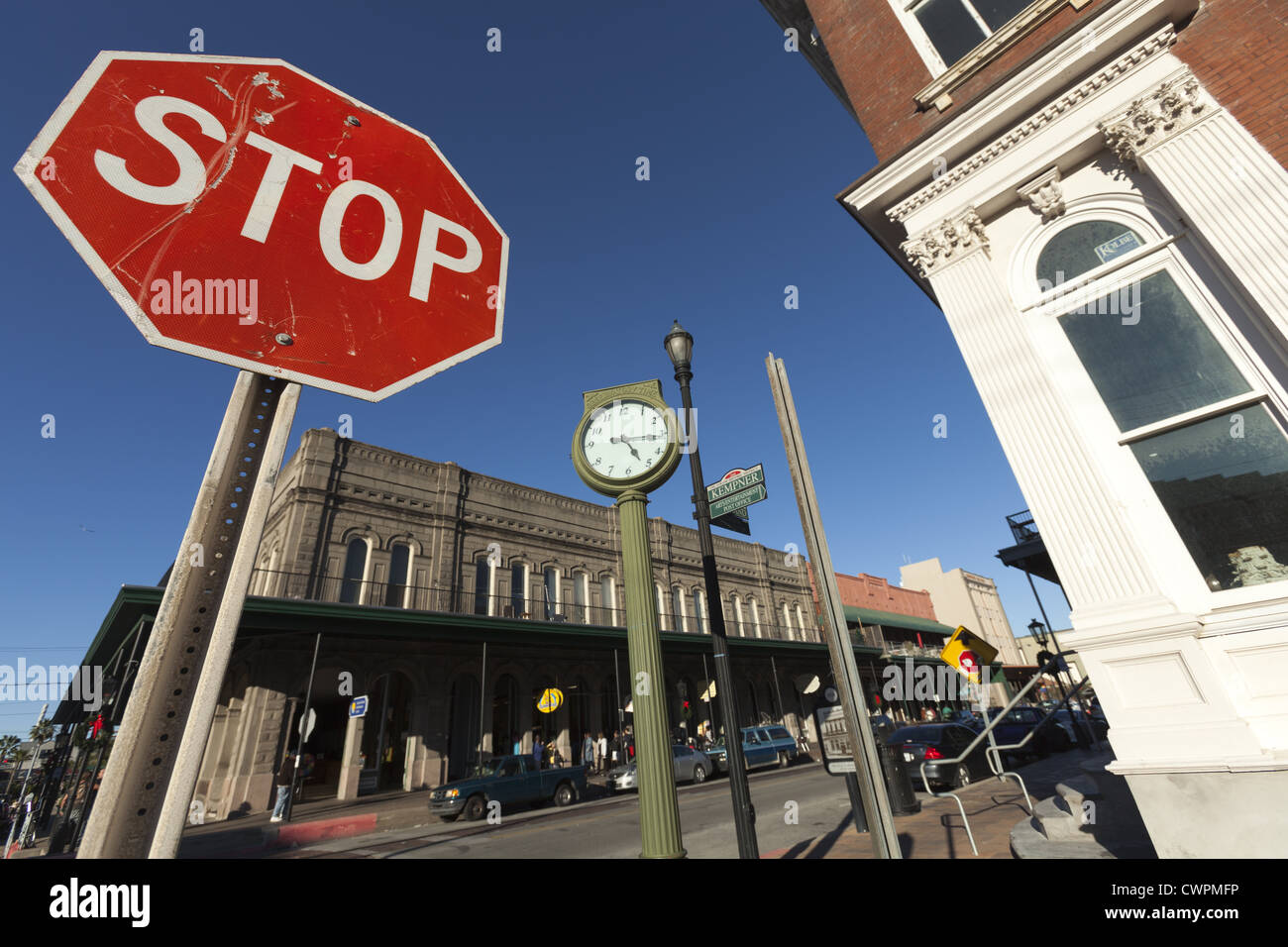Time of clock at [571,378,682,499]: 5:15
